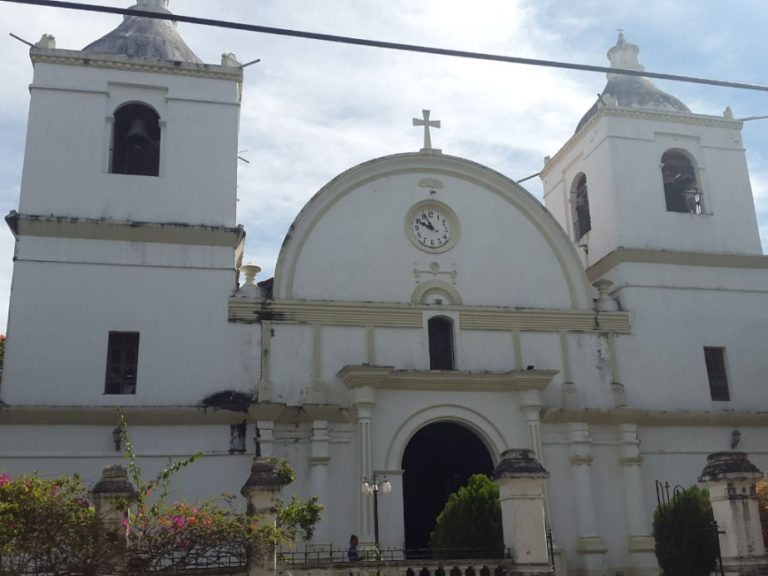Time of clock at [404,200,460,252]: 9:56
